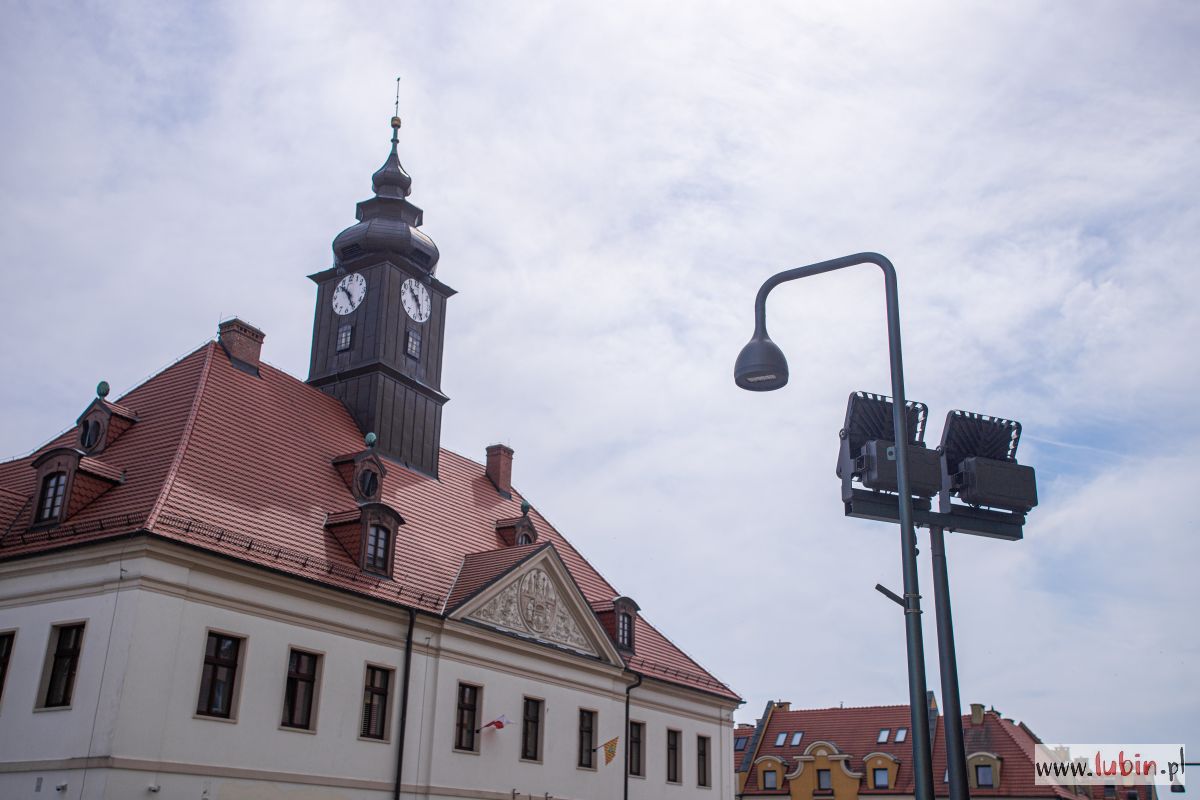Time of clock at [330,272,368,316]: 10:26
